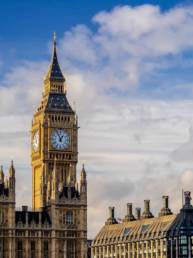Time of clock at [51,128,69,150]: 12:55
